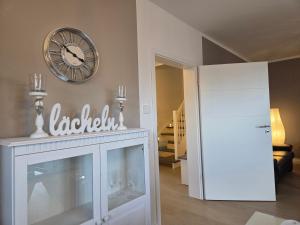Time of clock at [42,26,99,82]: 3:51
